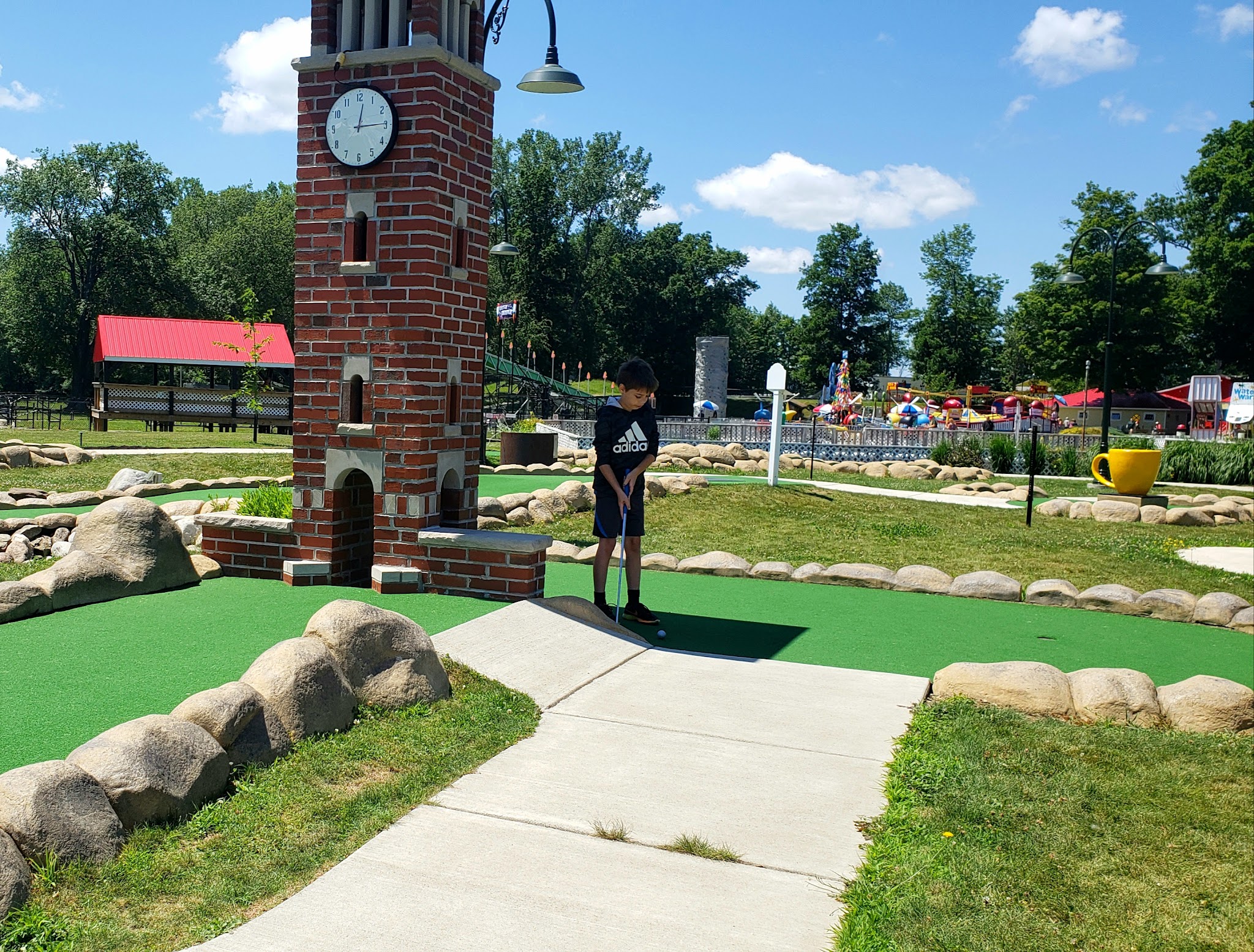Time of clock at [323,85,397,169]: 12:14
